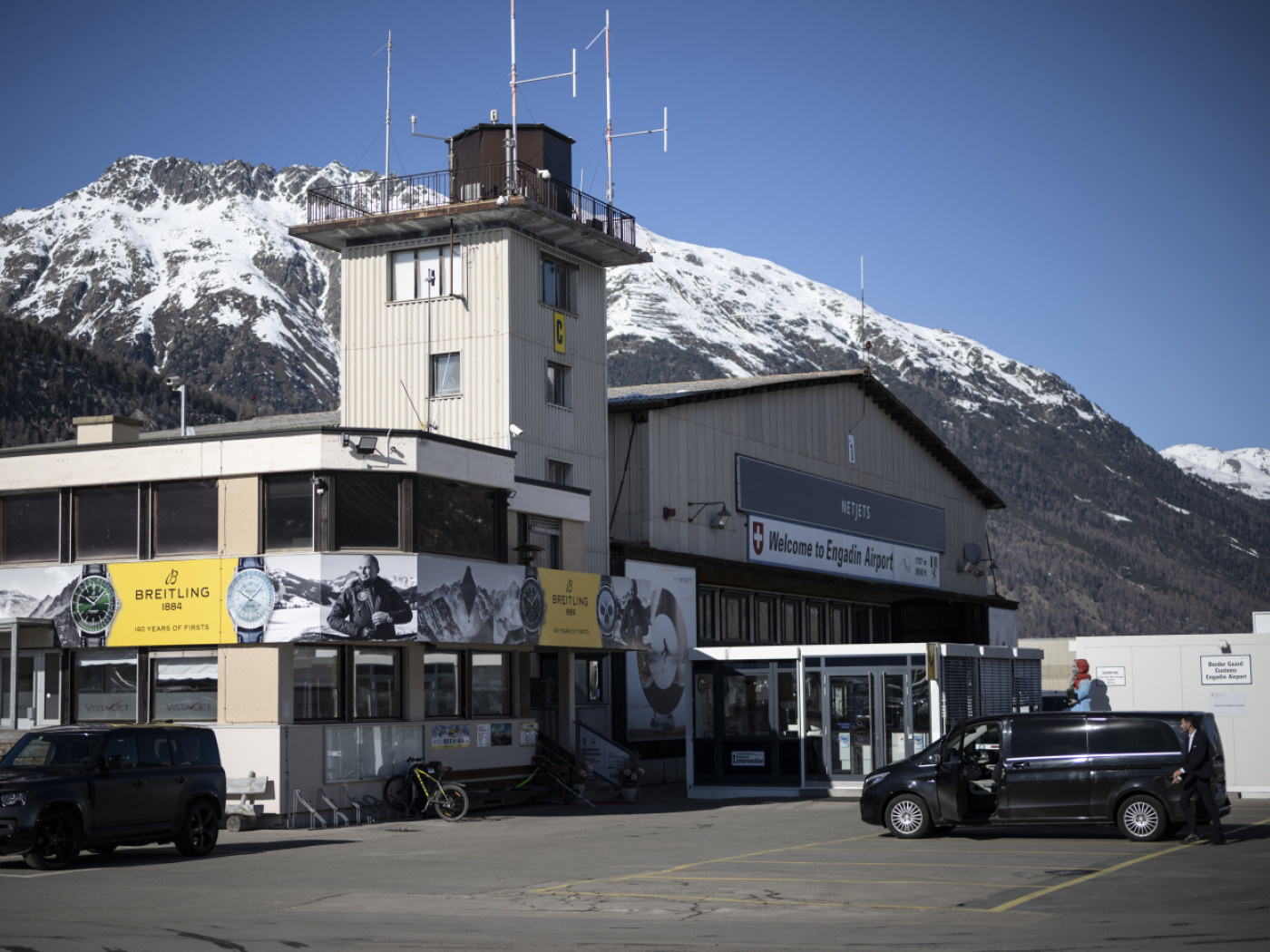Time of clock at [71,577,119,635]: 10:07
